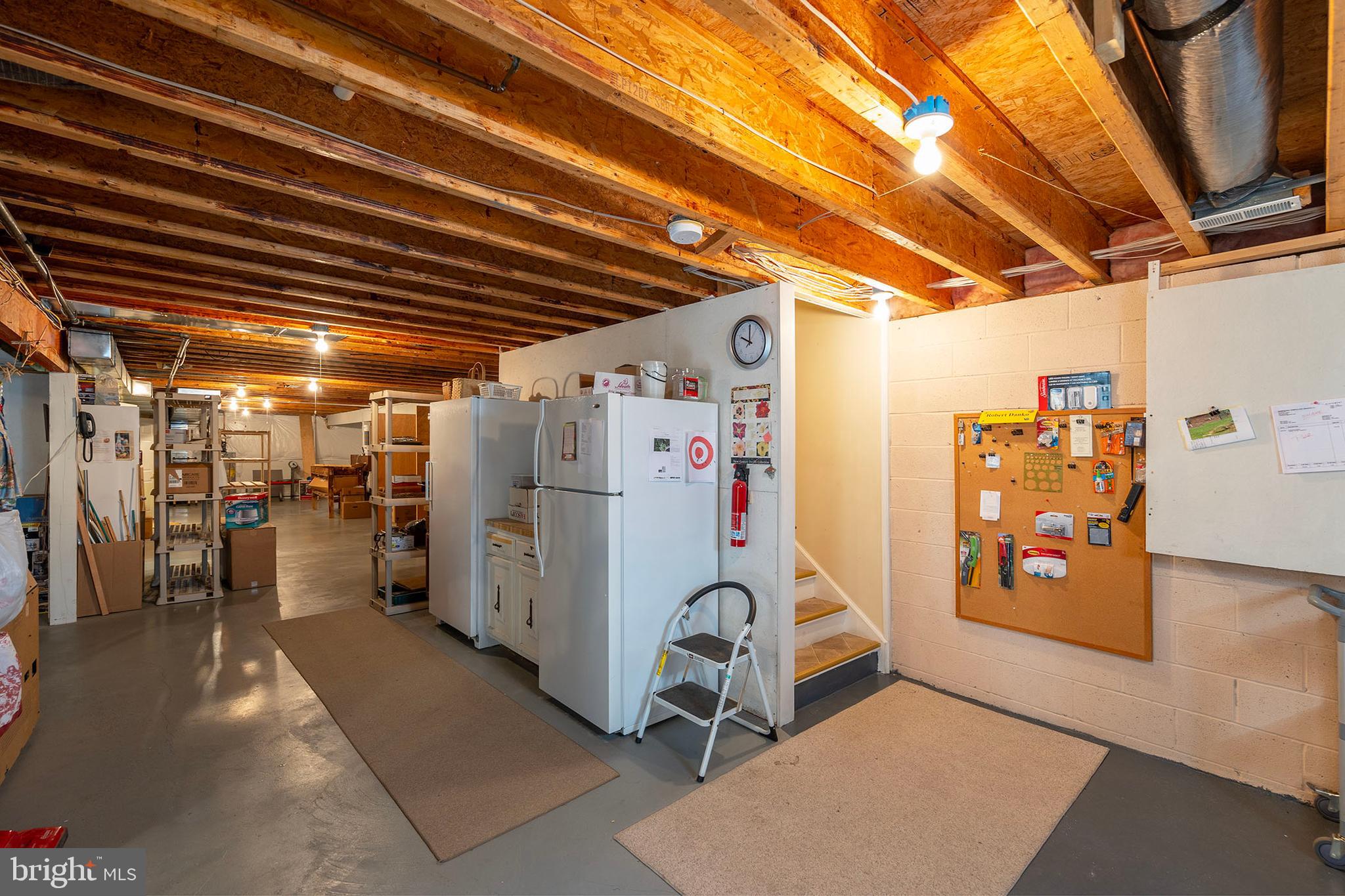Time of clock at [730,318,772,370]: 10:00
